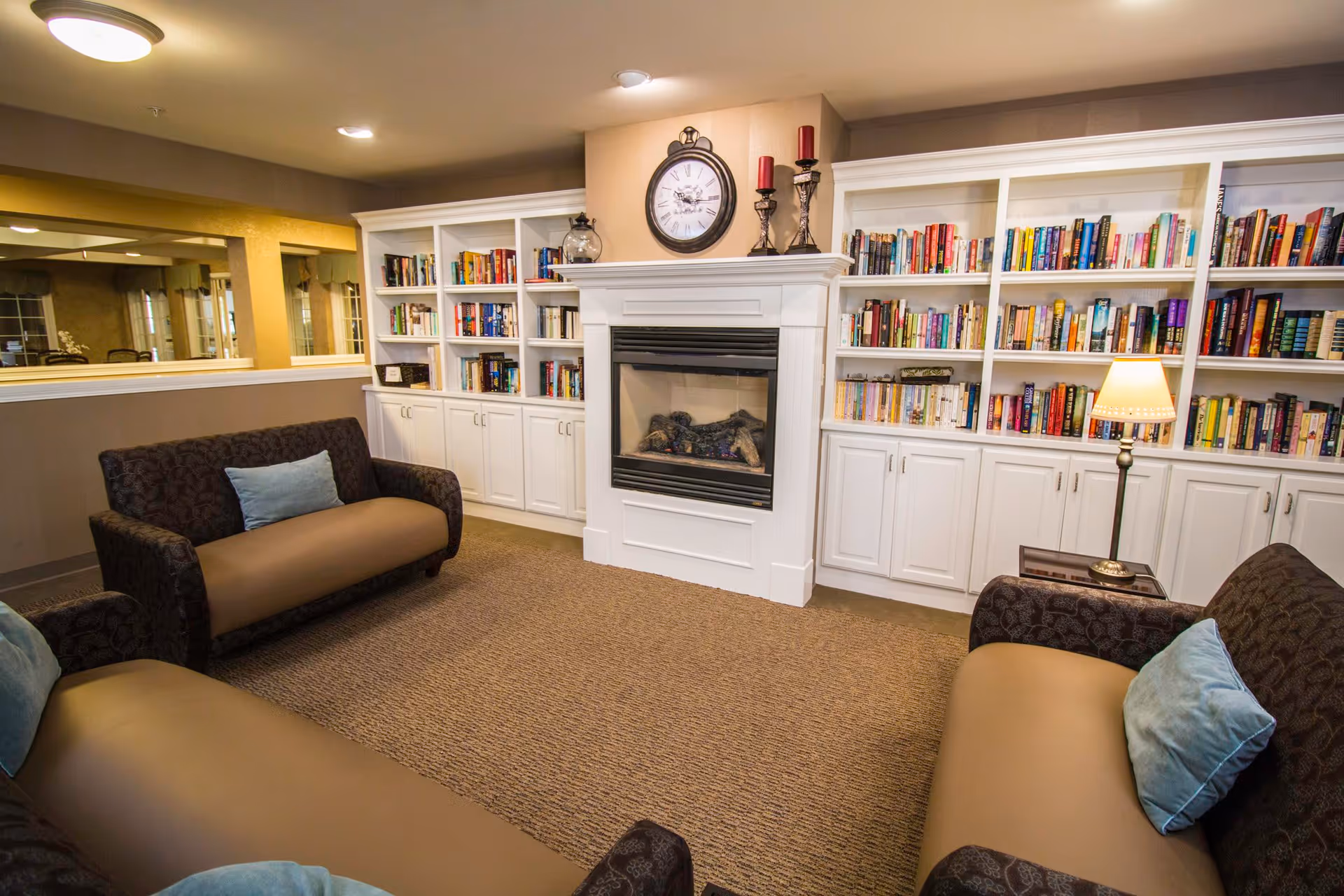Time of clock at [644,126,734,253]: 10:15
